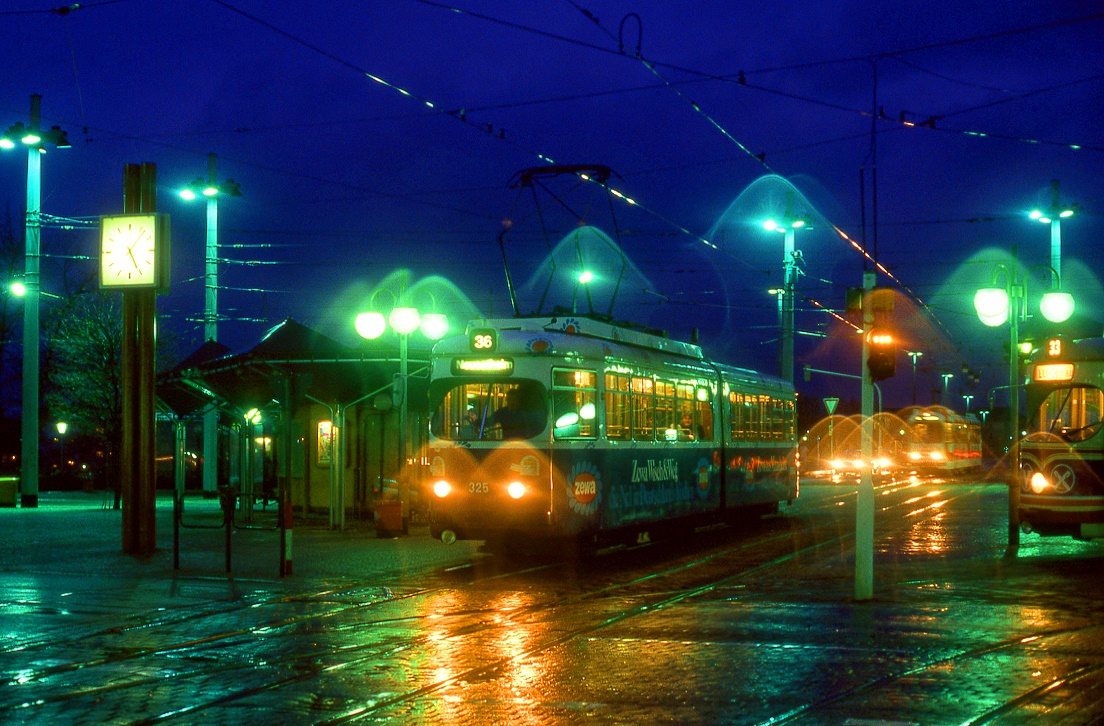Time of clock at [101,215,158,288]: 5:06
